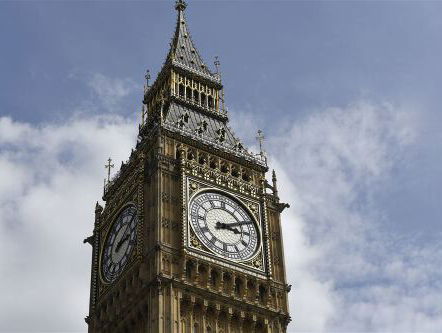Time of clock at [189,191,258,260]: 3:10
